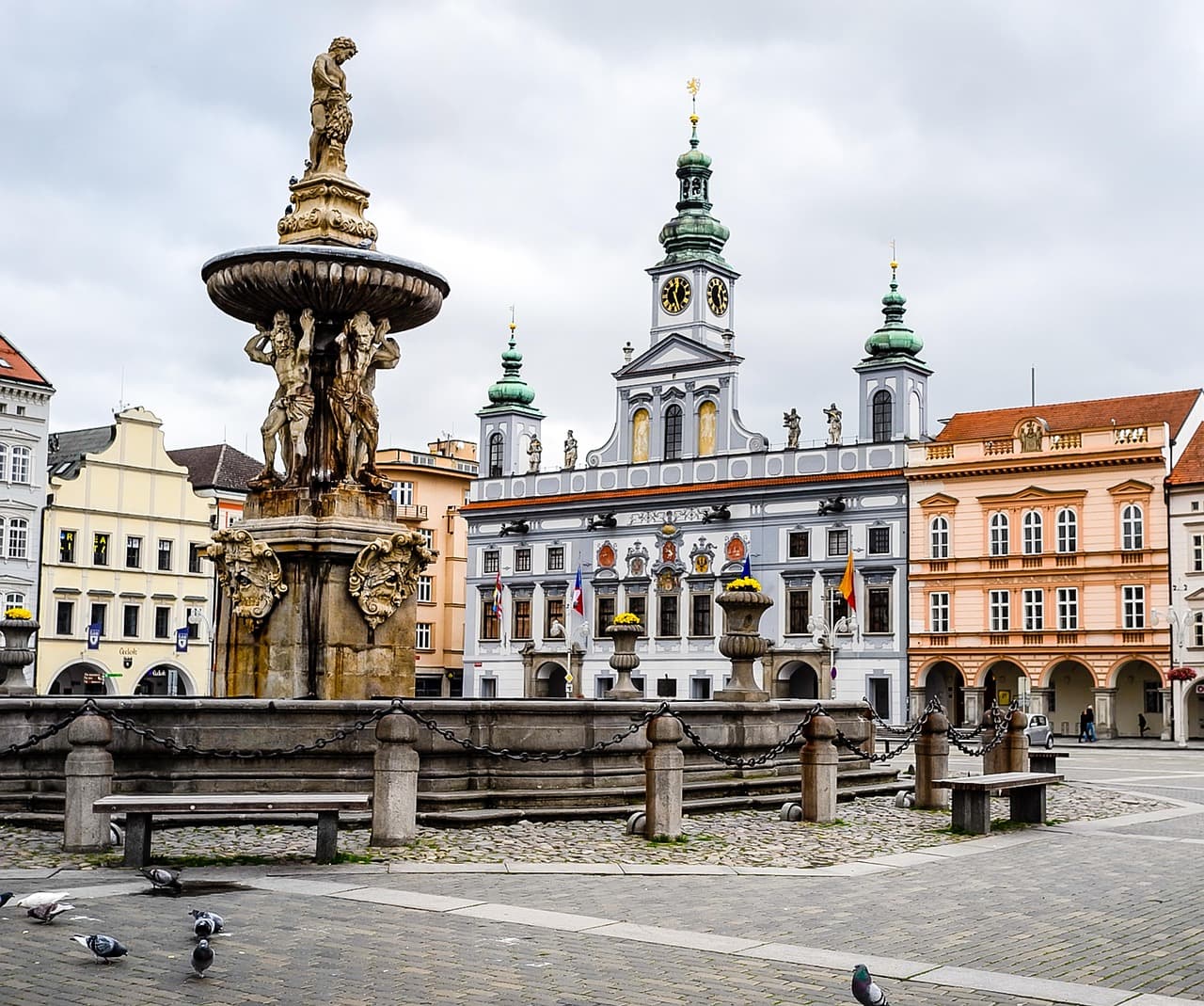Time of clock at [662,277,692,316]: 12:25
